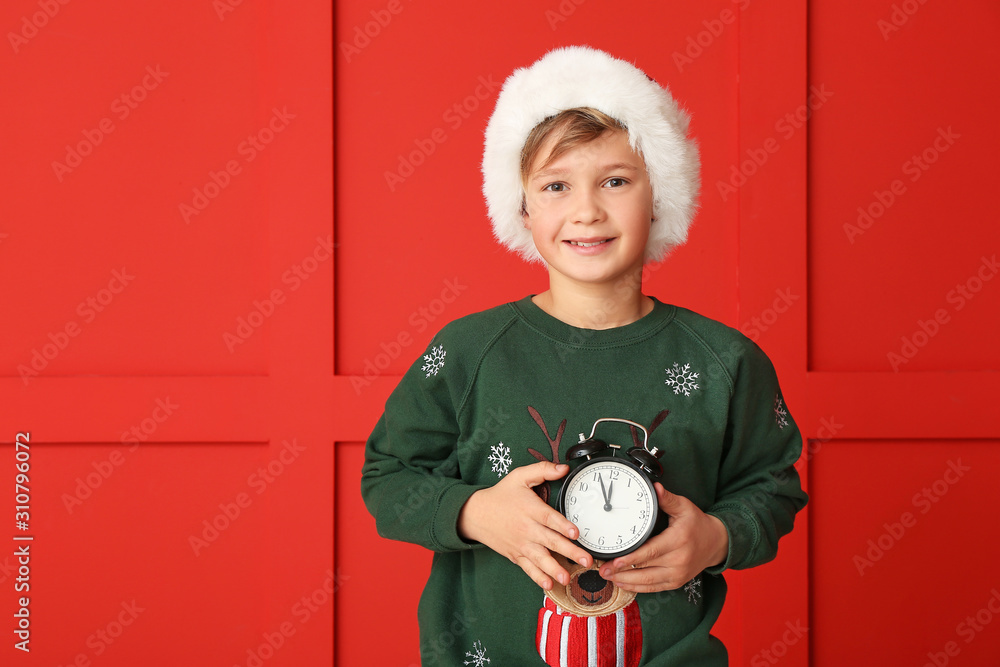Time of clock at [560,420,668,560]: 11:55
